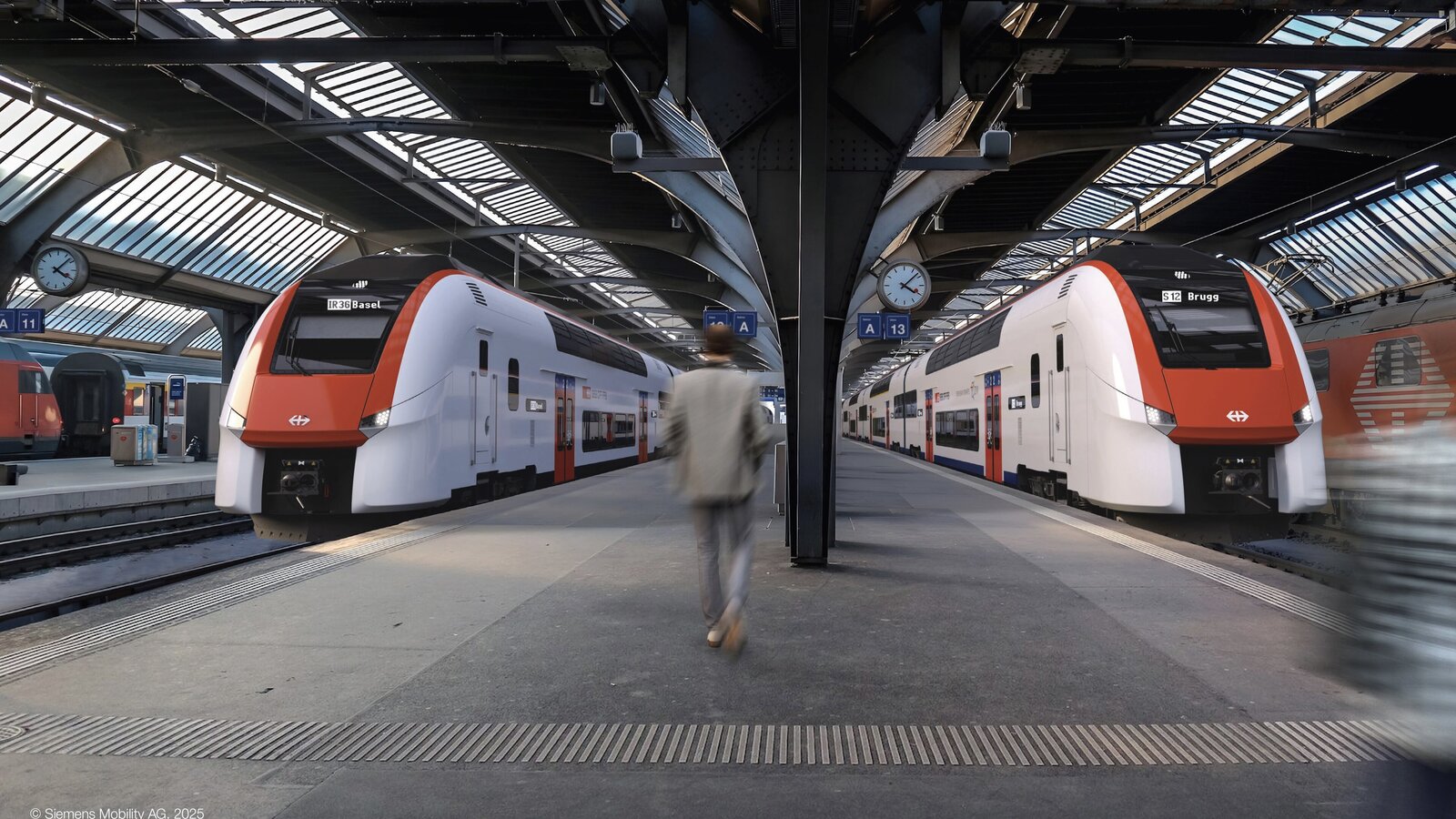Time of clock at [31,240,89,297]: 4:07
